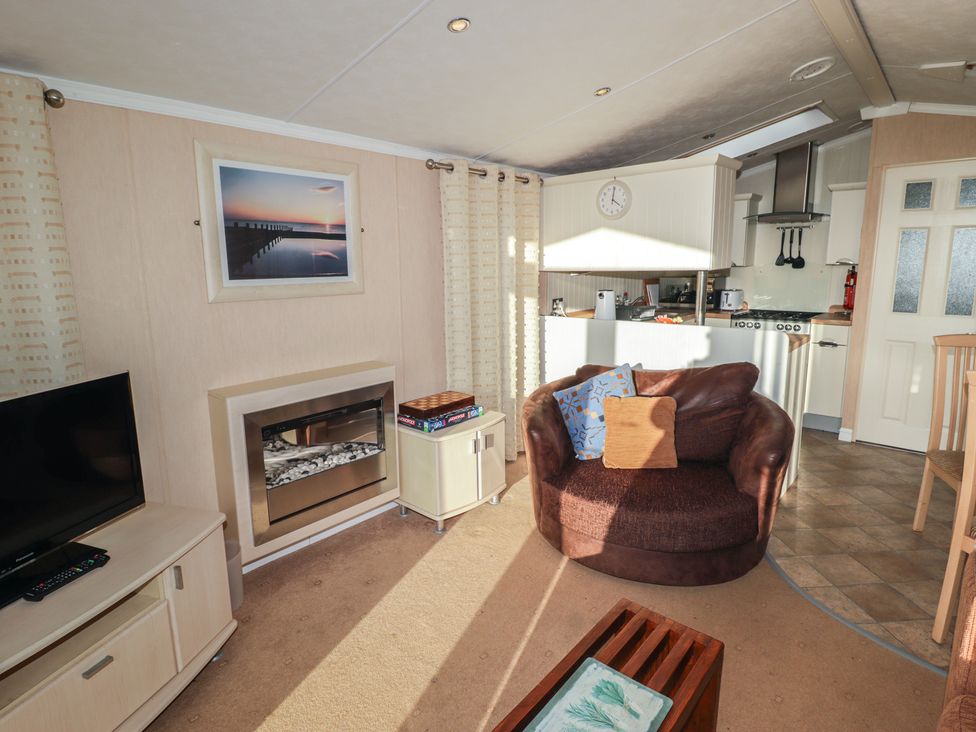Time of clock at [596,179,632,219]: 4:00
